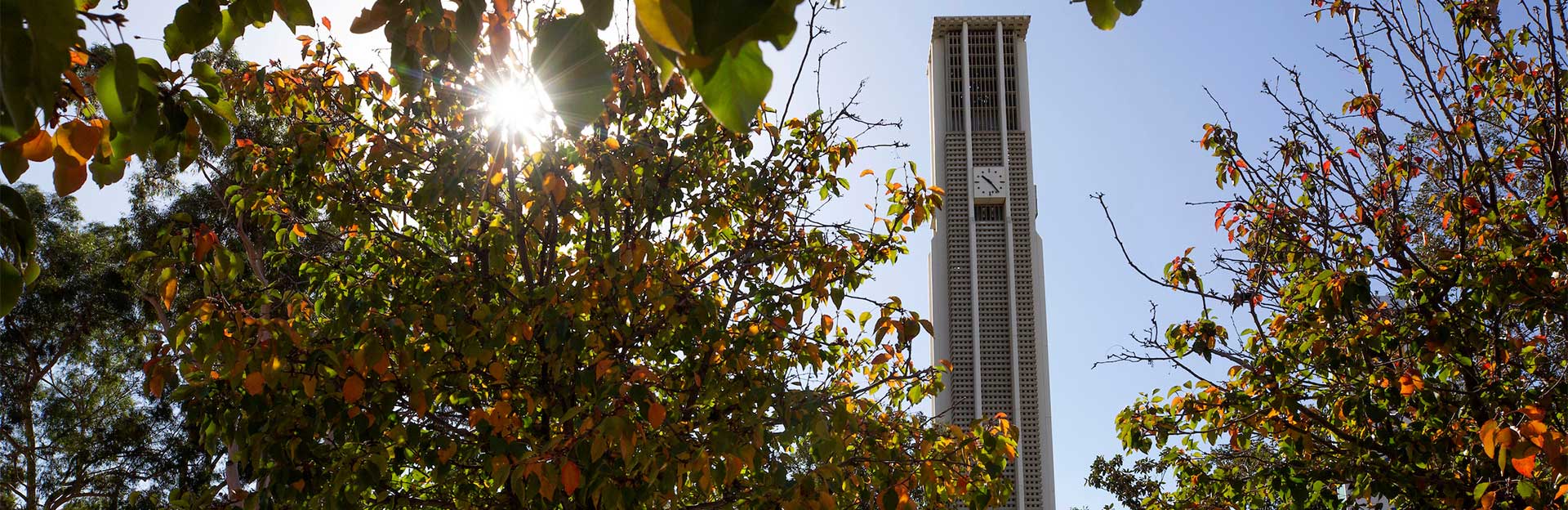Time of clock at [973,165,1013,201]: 10:23
